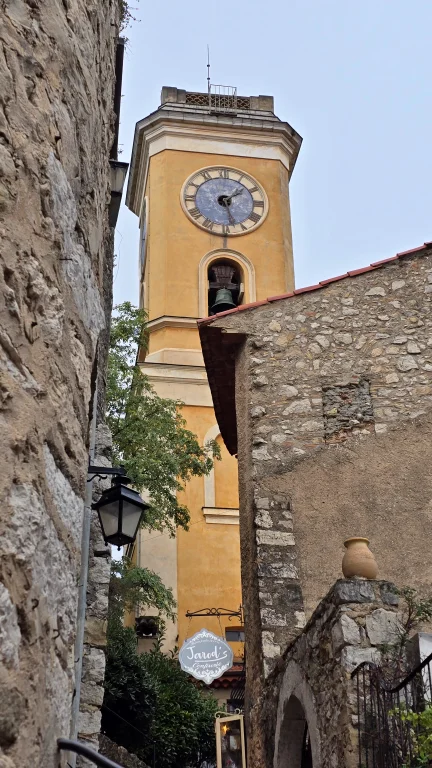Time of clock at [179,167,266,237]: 1:27
